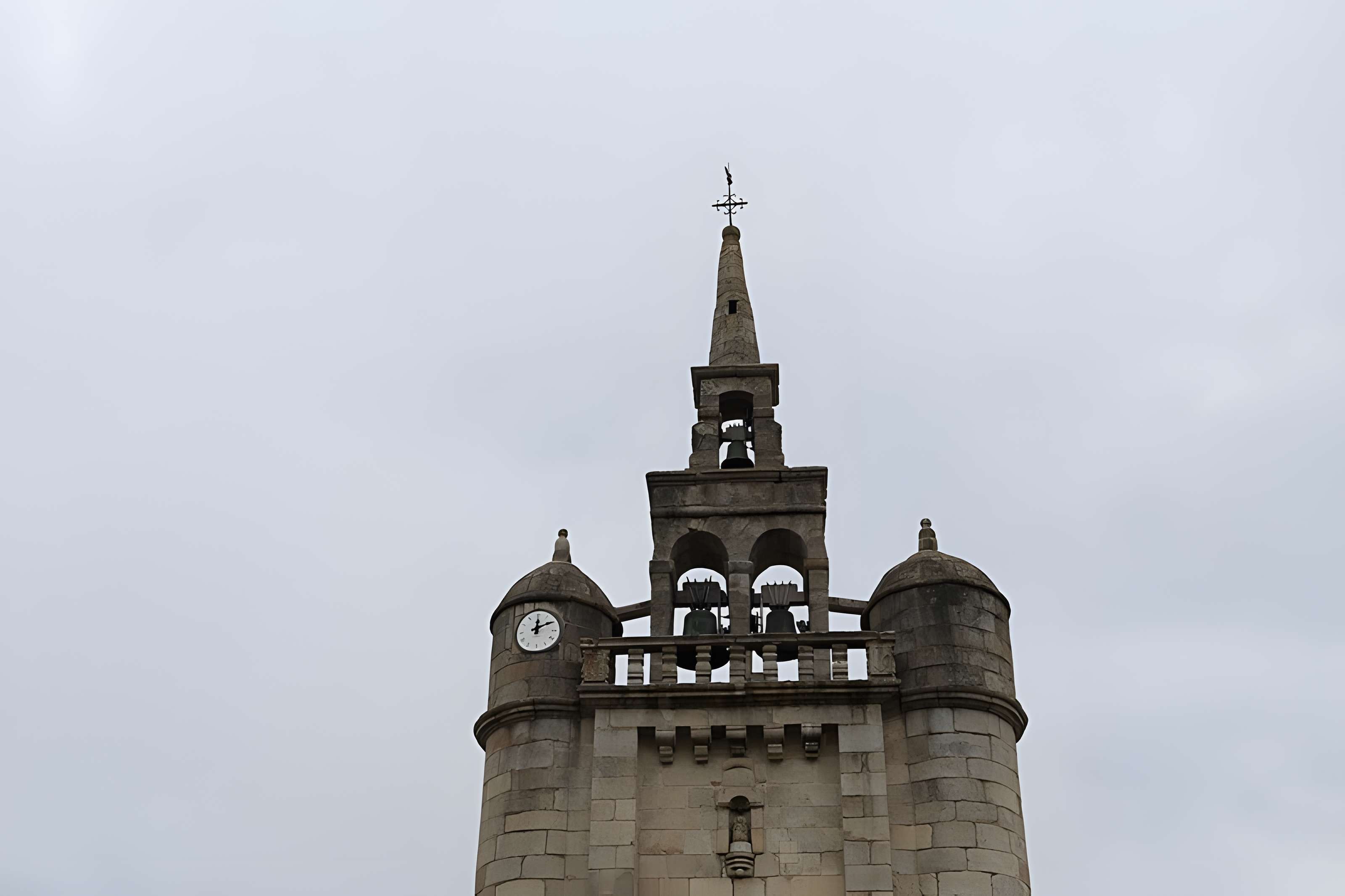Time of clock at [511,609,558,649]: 12:09
